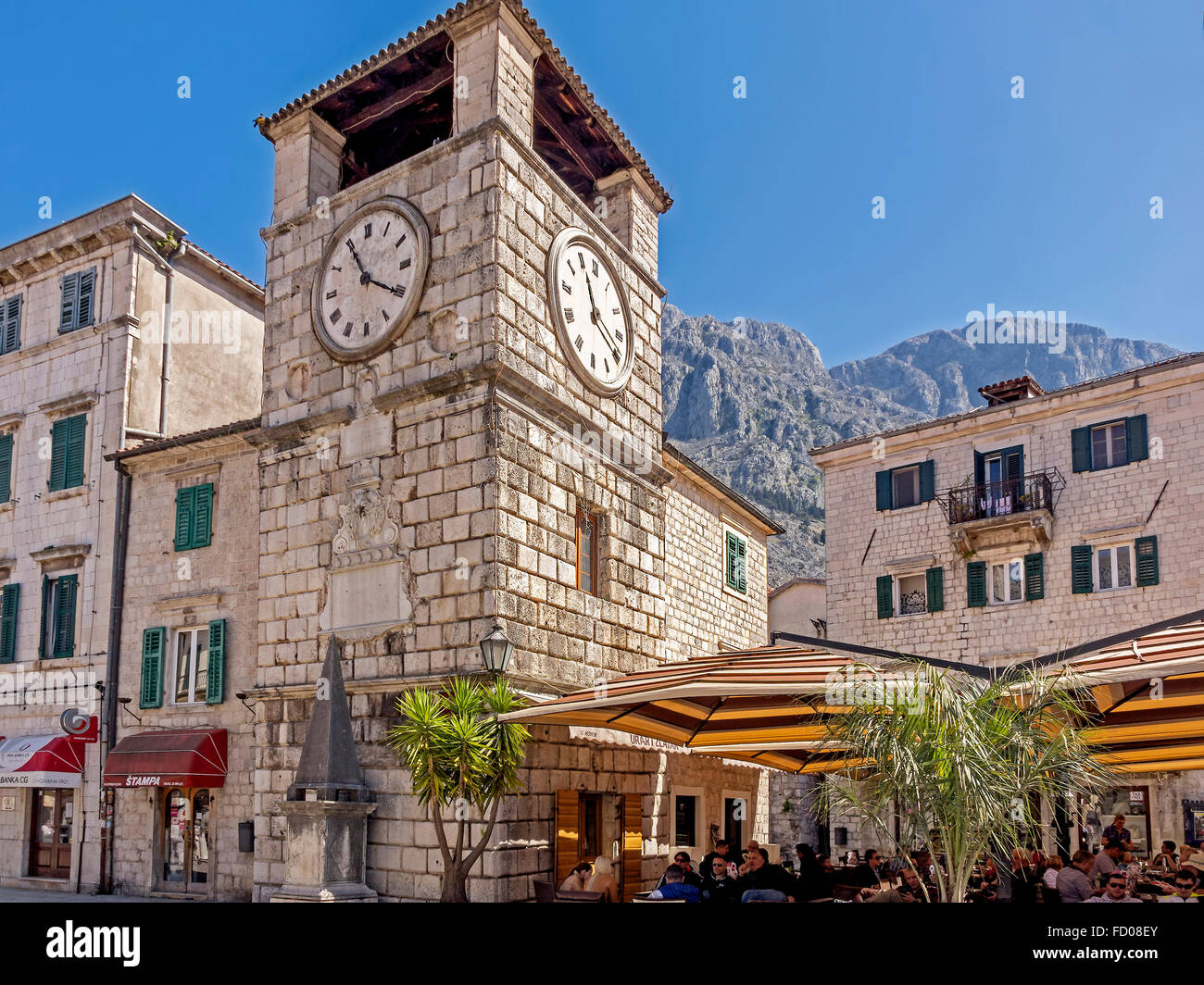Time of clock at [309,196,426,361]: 11:20
